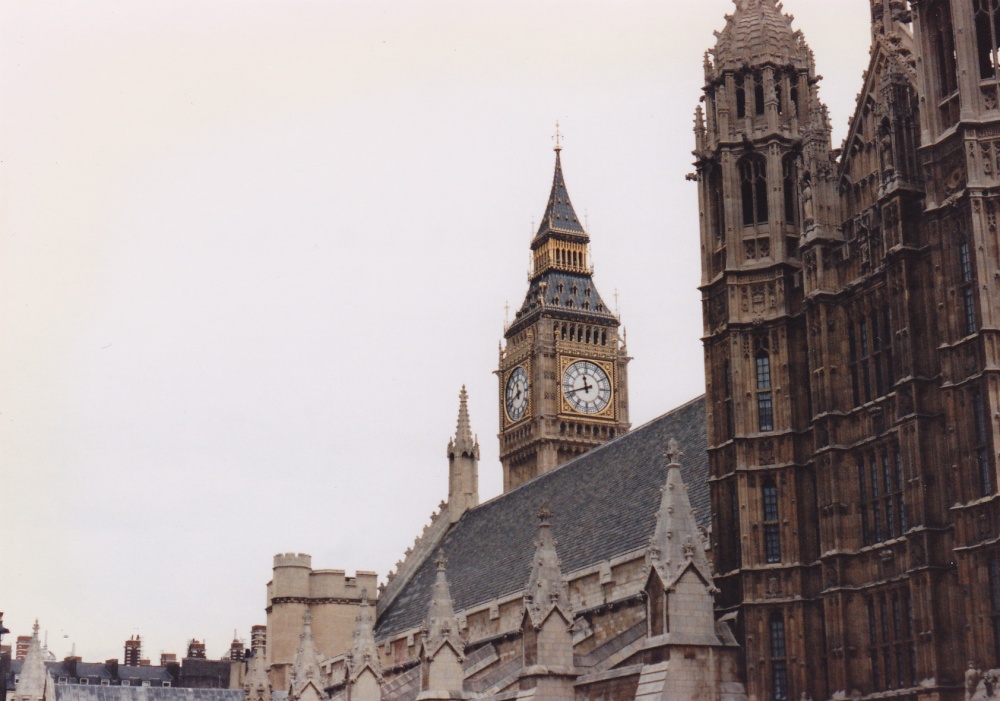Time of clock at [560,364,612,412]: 11:41
